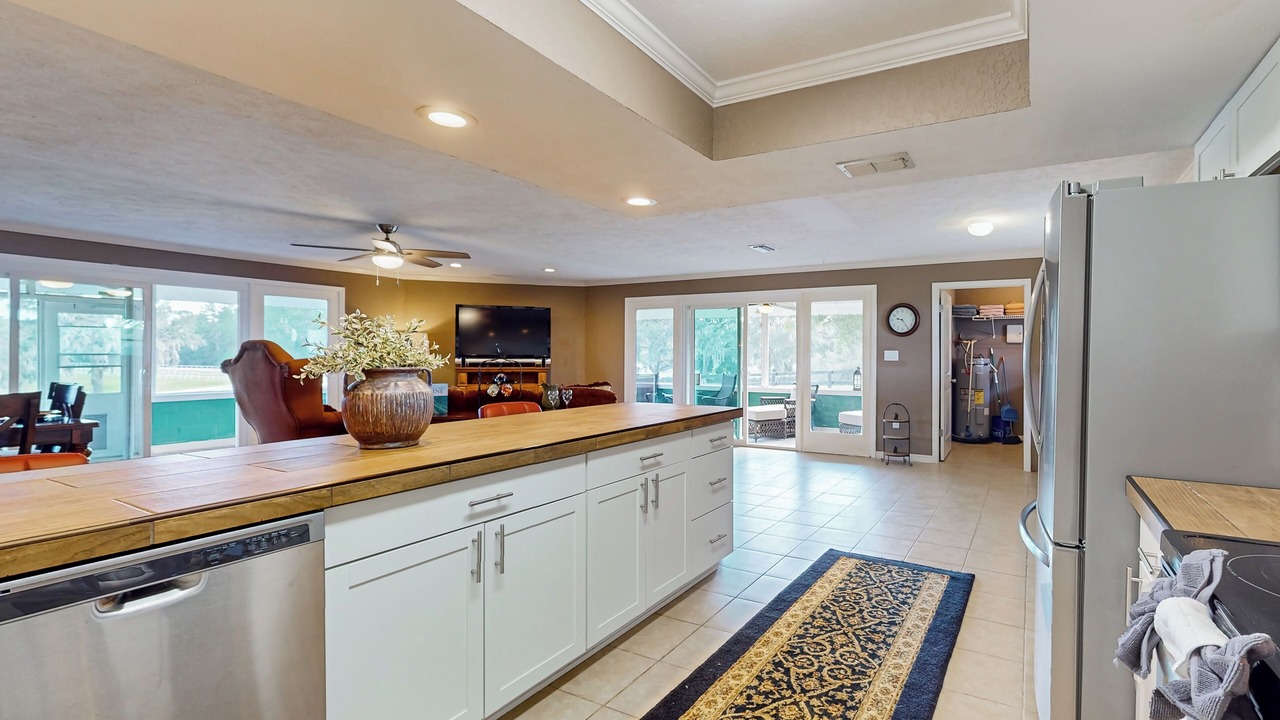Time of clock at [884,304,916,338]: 9:24
